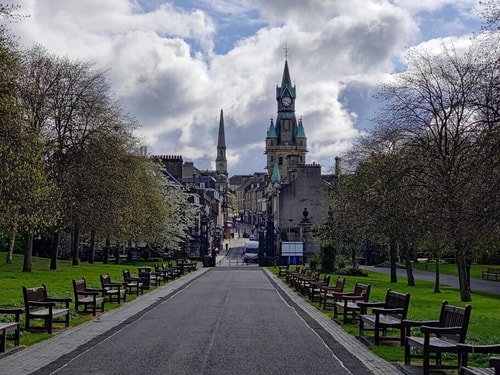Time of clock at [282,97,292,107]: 9:22
